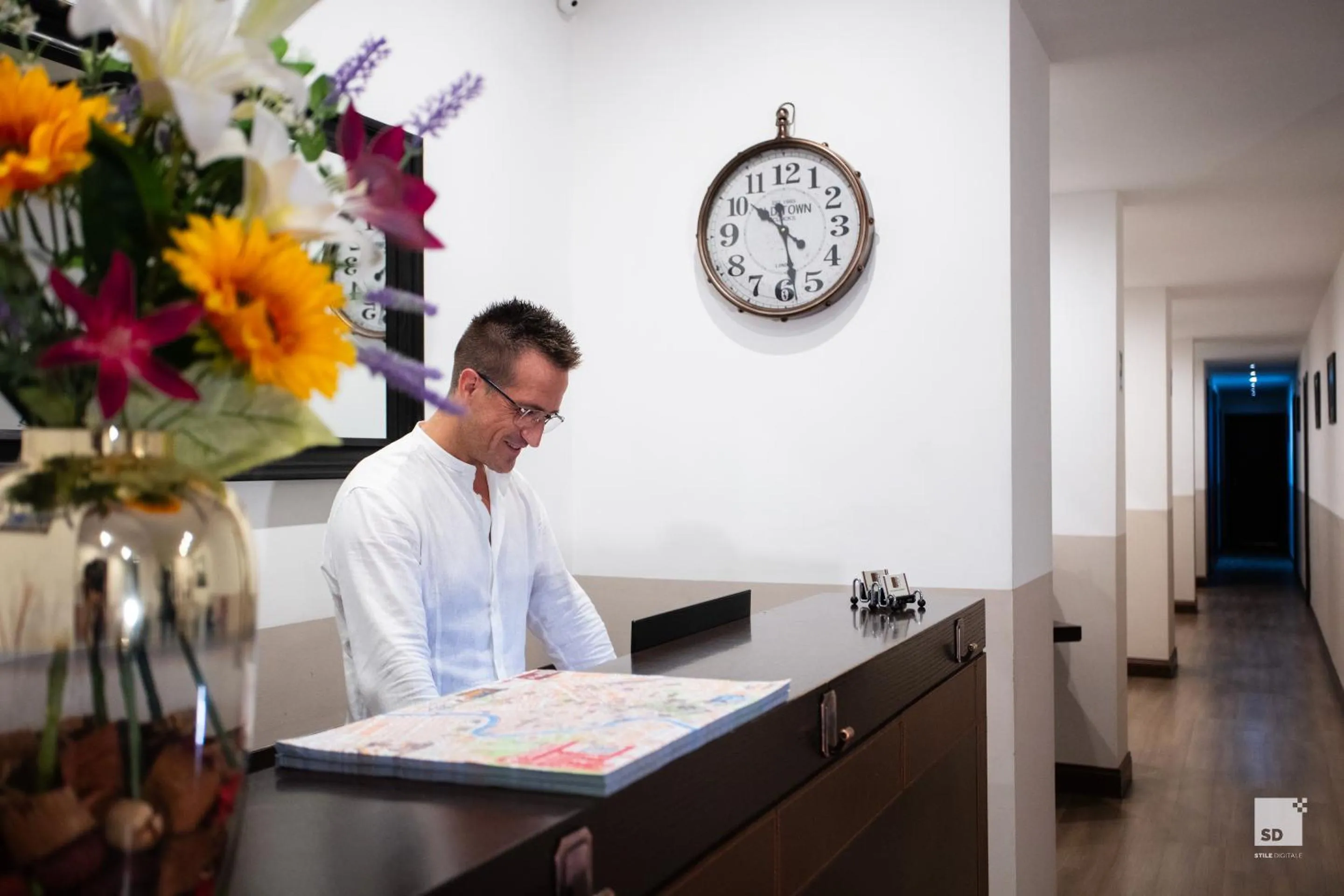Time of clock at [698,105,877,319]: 10:28
